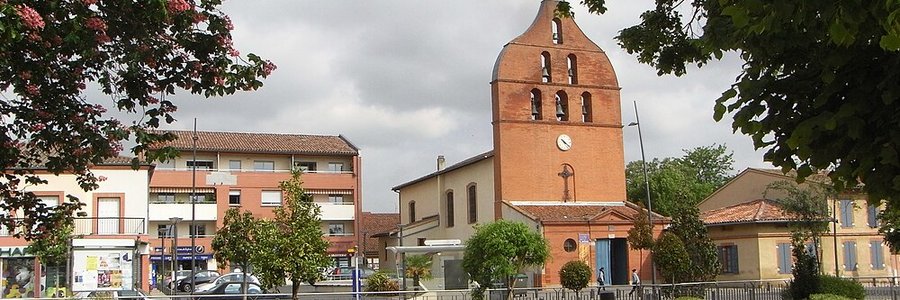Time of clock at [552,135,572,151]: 10:21
